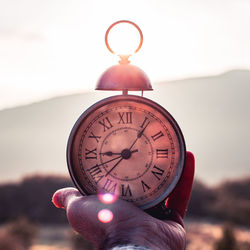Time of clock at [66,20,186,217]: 9:05
